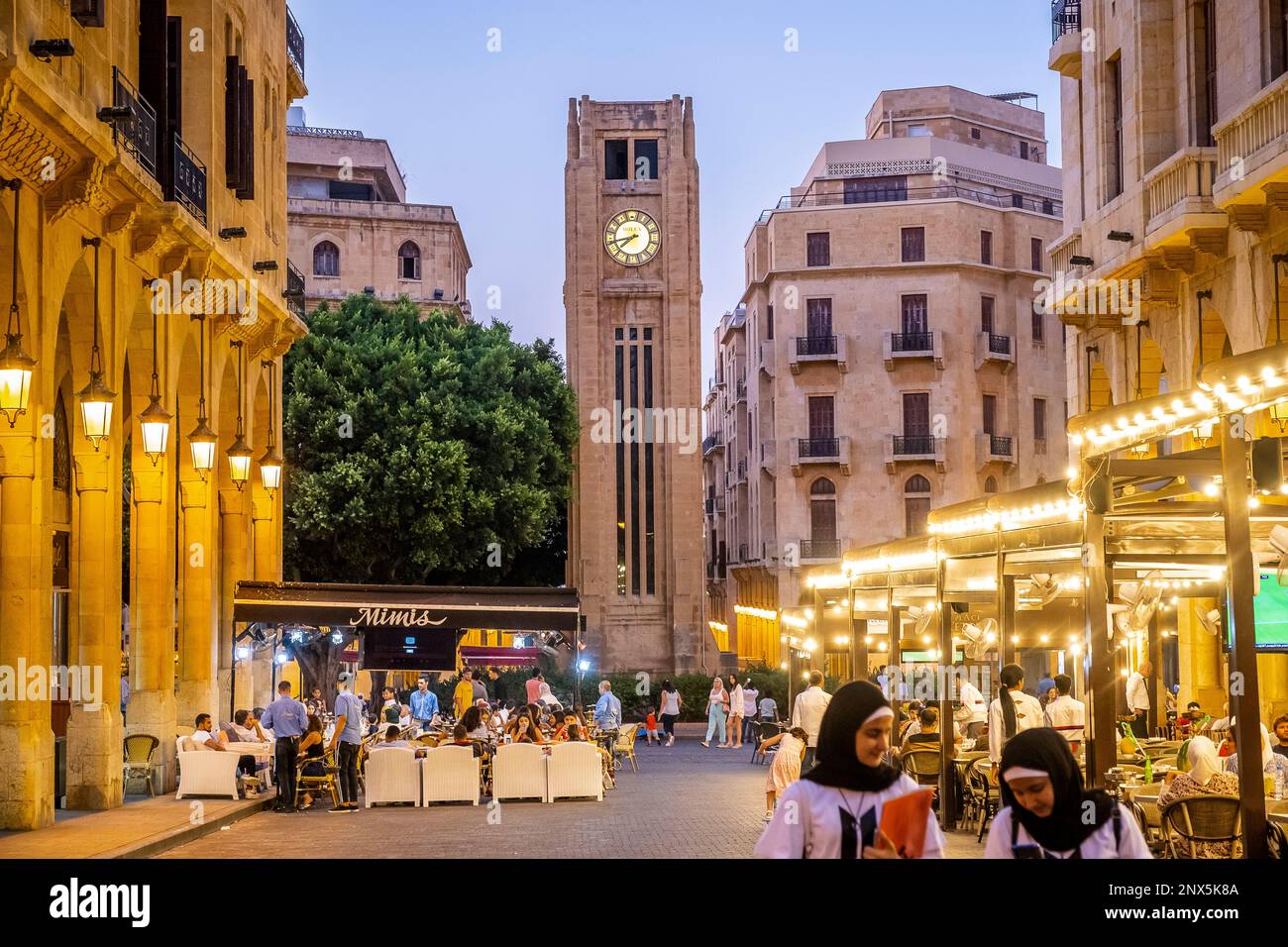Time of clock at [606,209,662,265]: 7:42
